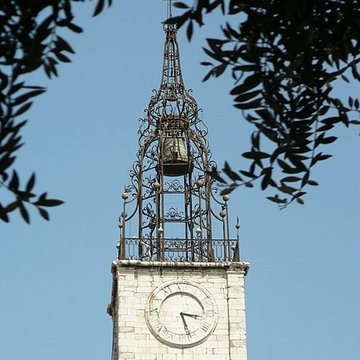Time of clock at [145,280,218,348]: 3:26
